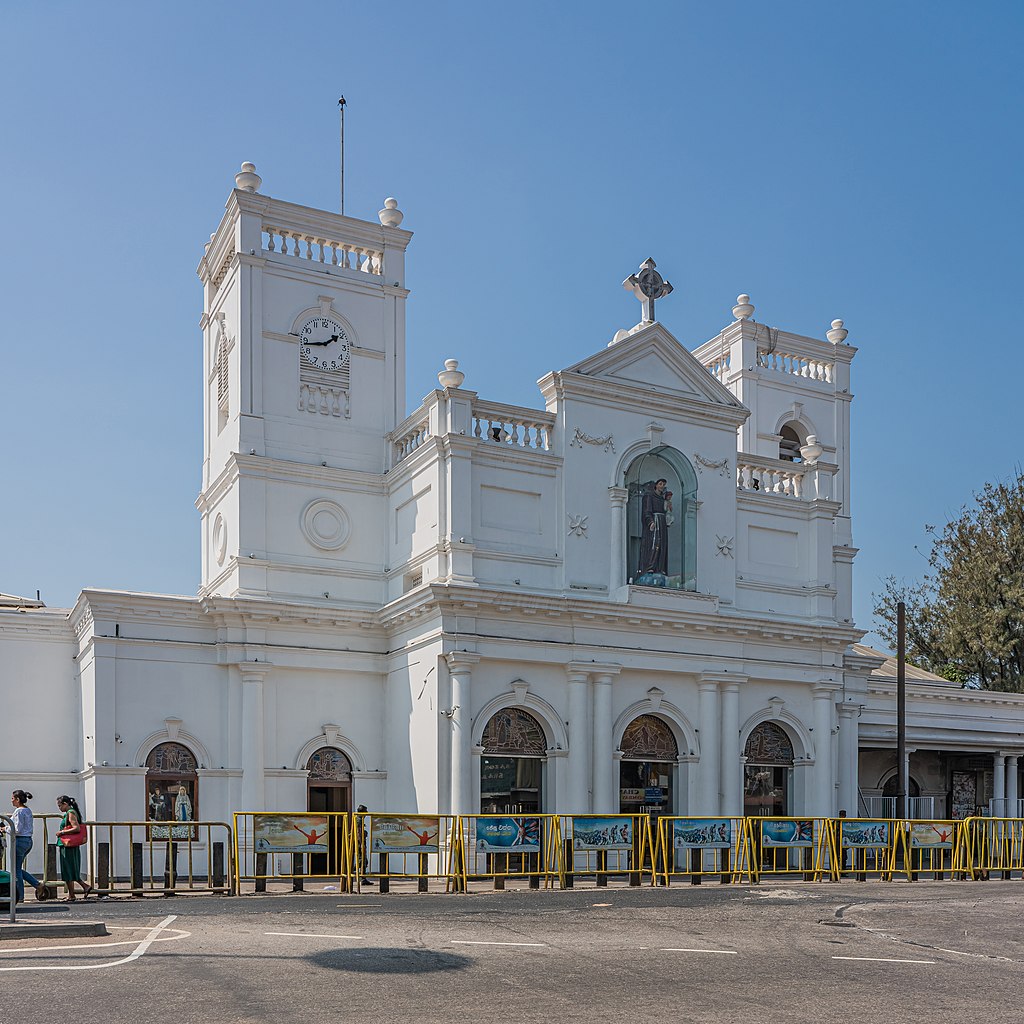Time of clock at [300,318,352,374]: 1:43
